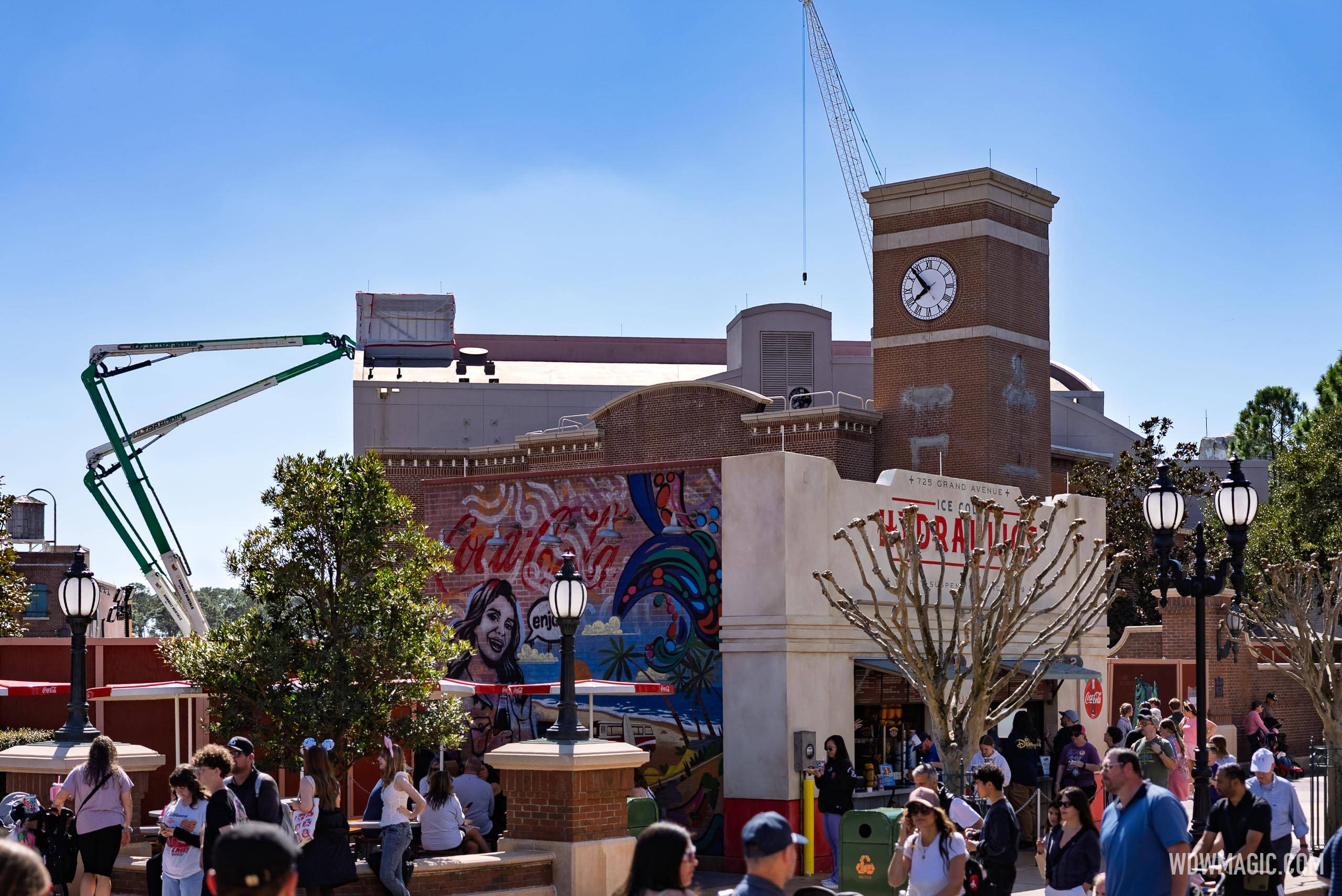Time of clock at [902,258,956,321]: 7:53
